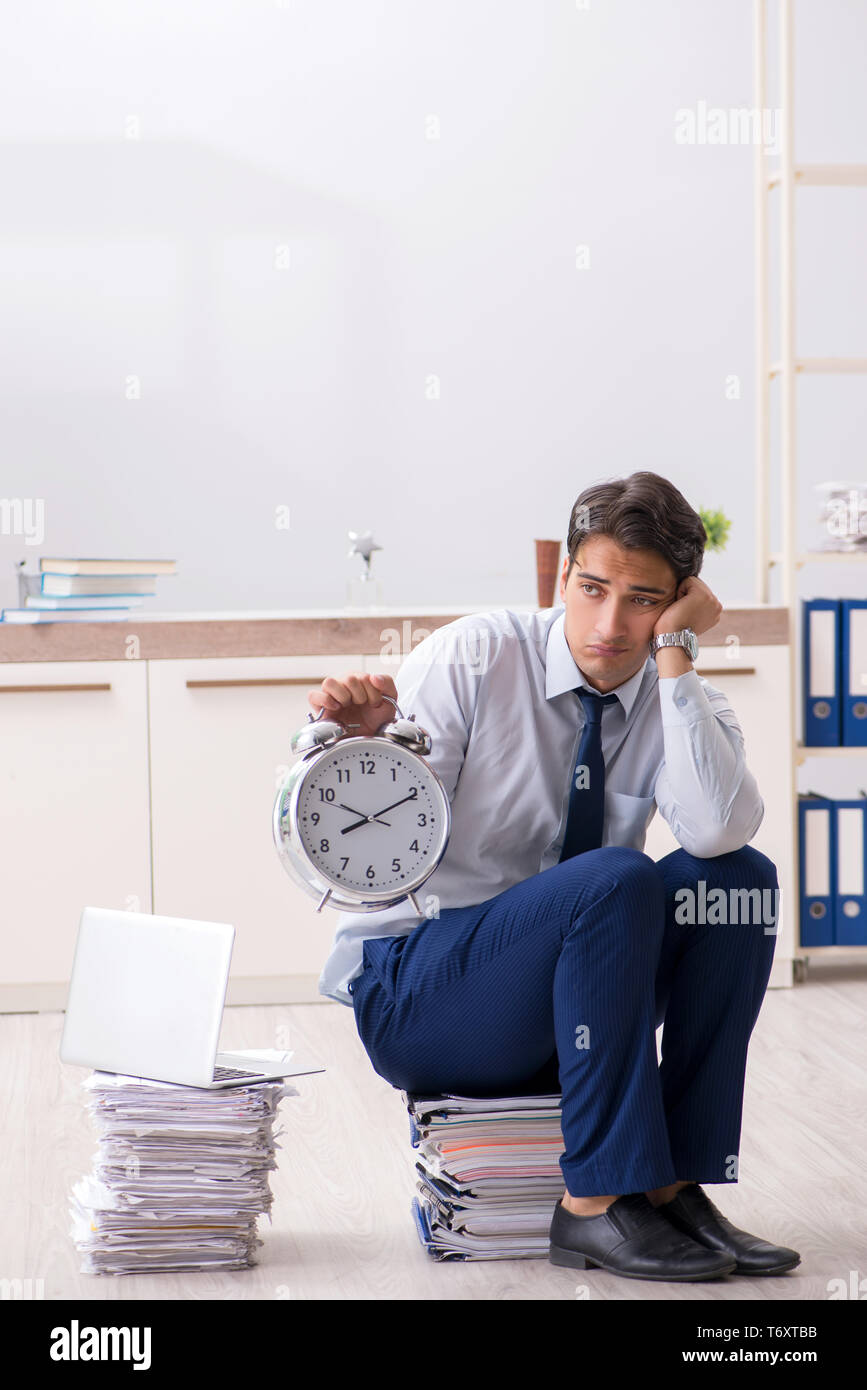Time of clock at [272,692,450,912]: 8:10
